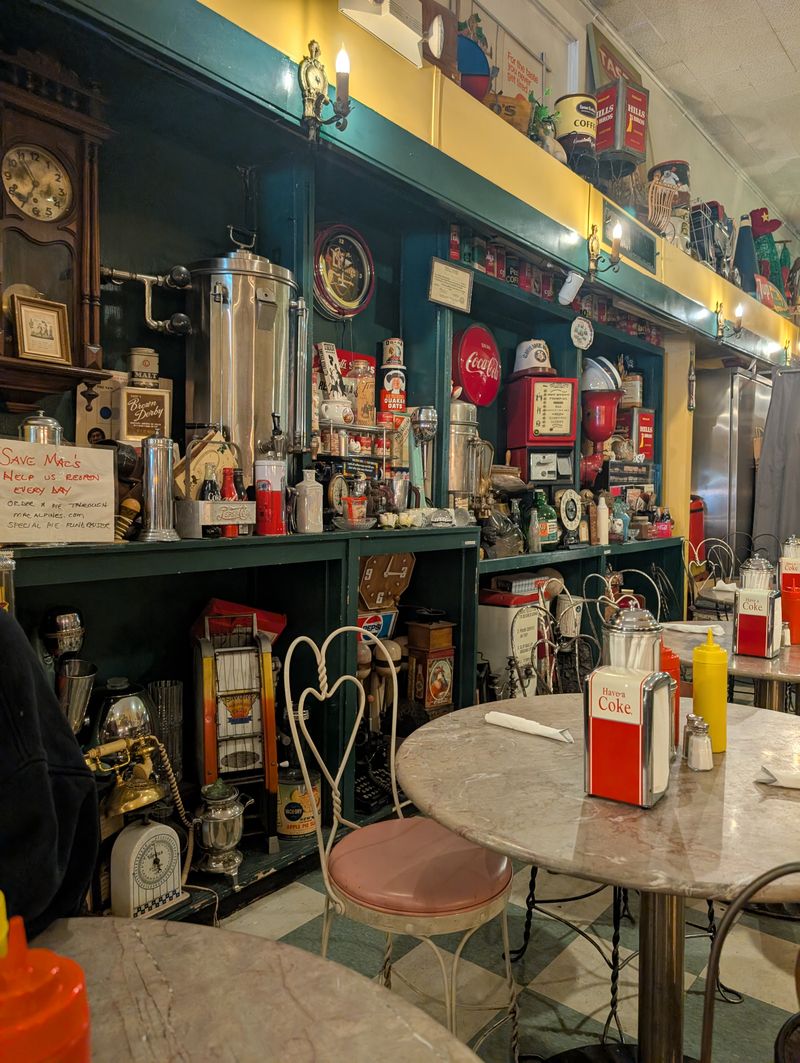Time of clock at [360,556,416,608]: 3:02
